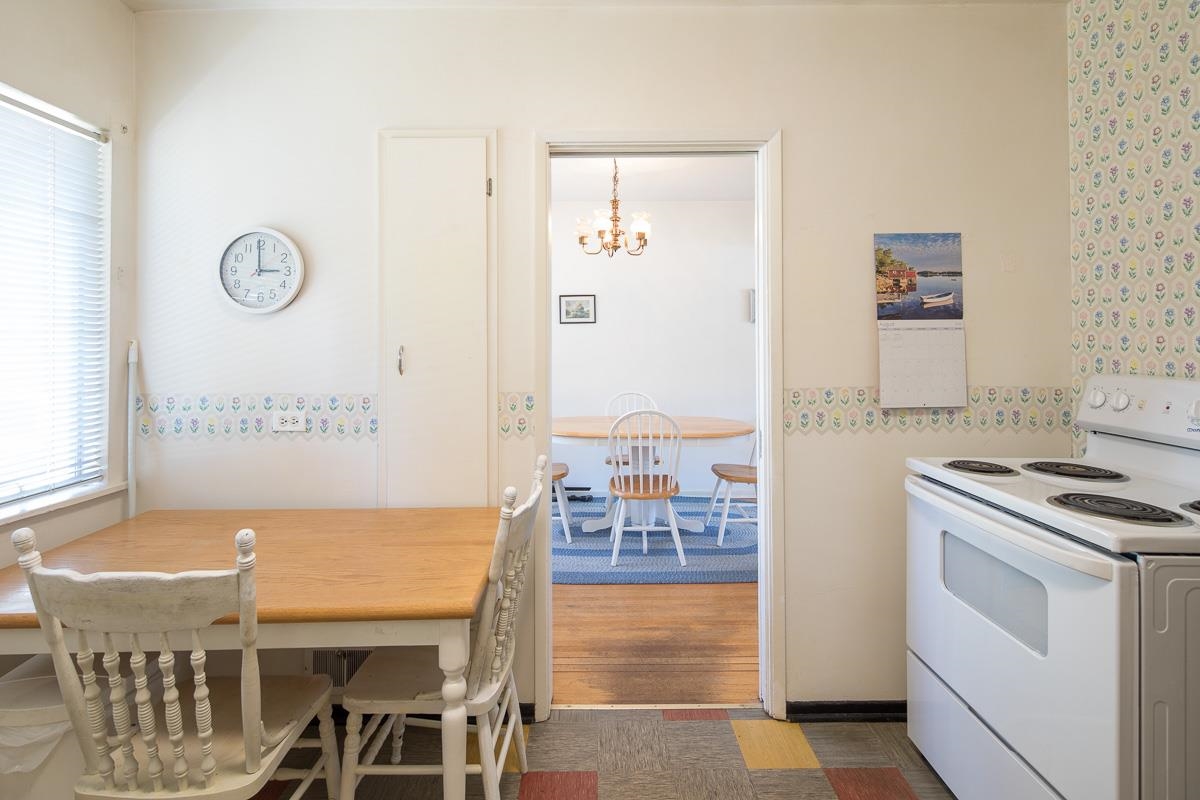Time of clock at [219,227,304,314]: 2:59
